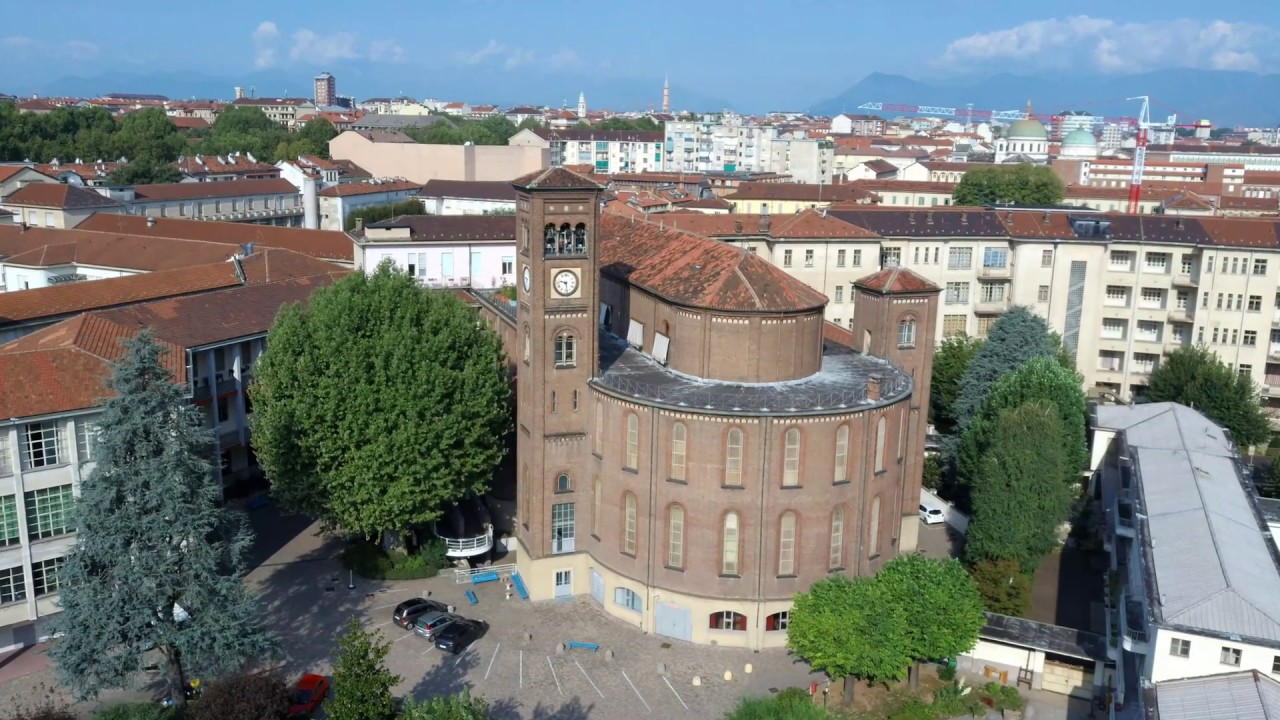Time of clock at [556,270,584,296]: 9:28
